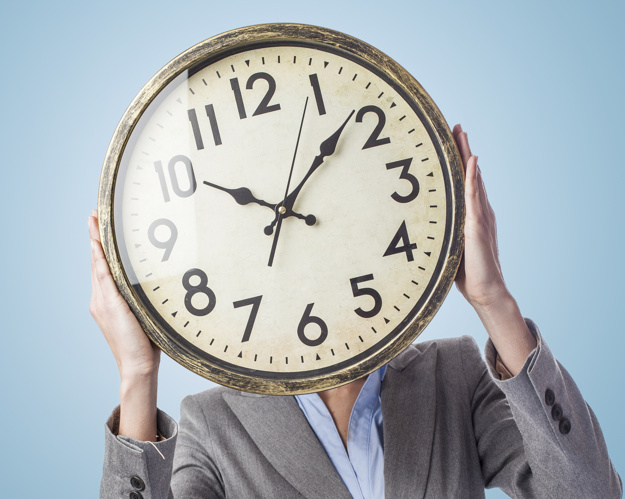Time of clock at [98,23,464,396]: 10:08
